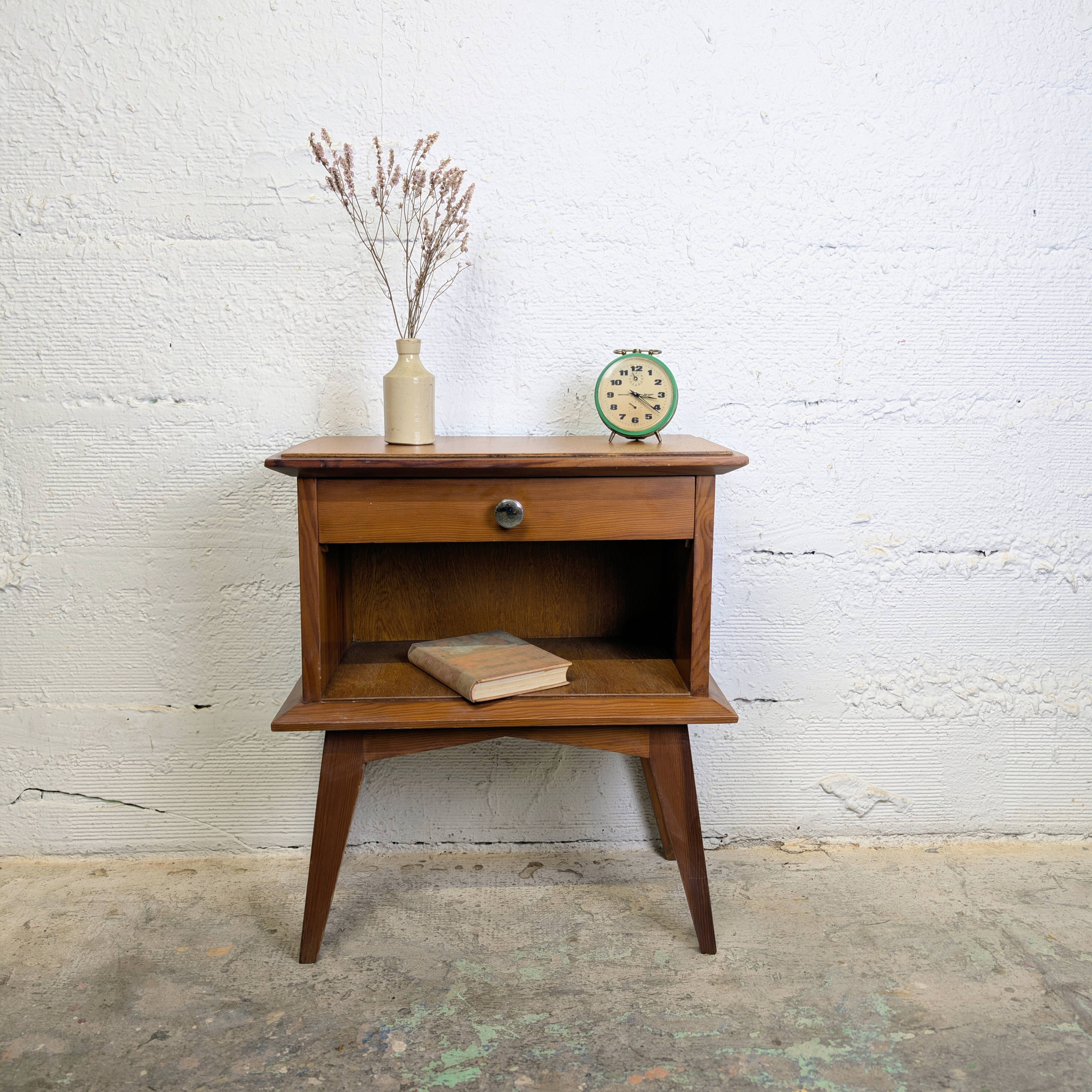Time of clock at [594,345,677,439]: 3:21
